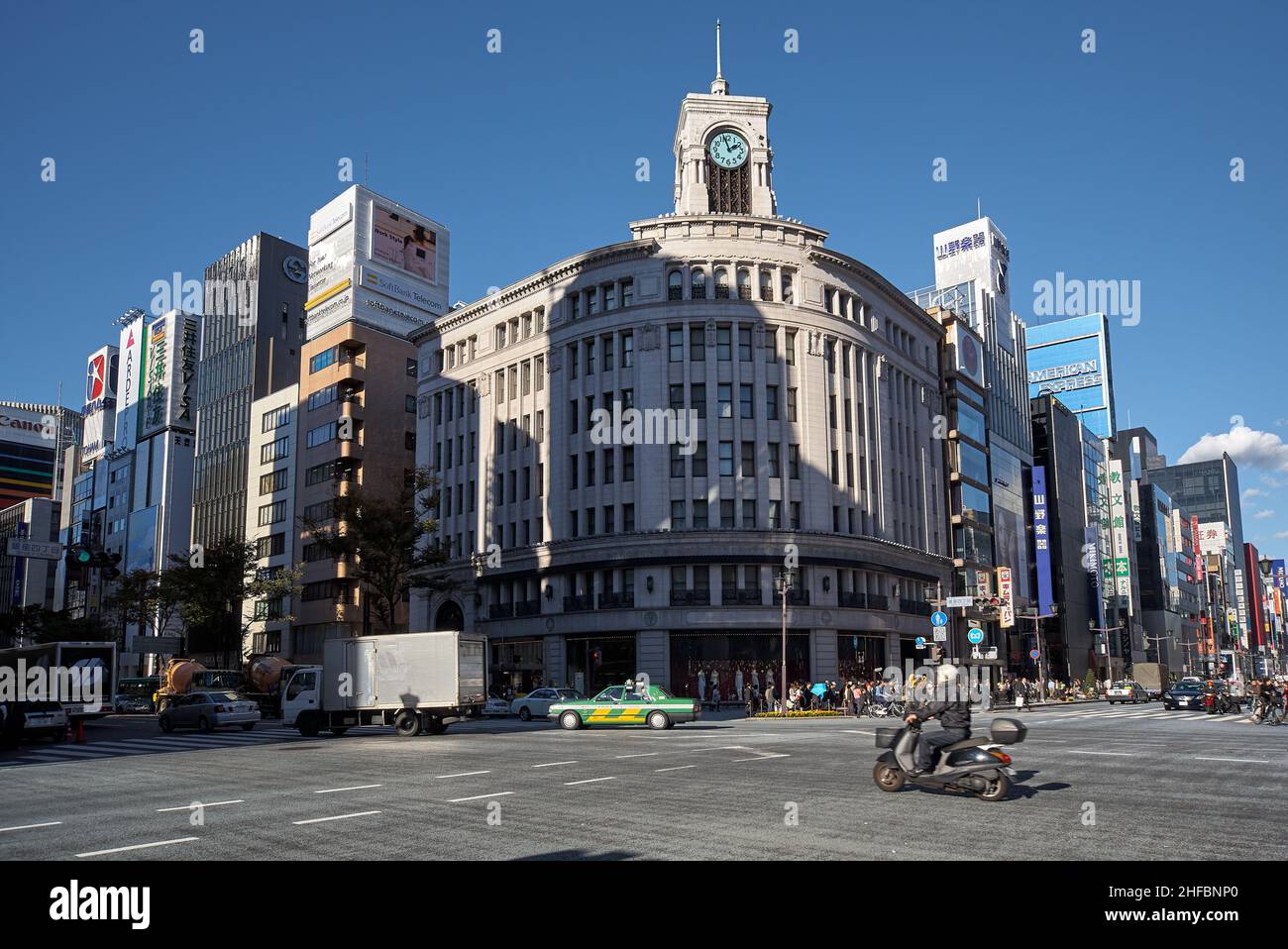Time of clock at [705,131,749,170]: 1:57
